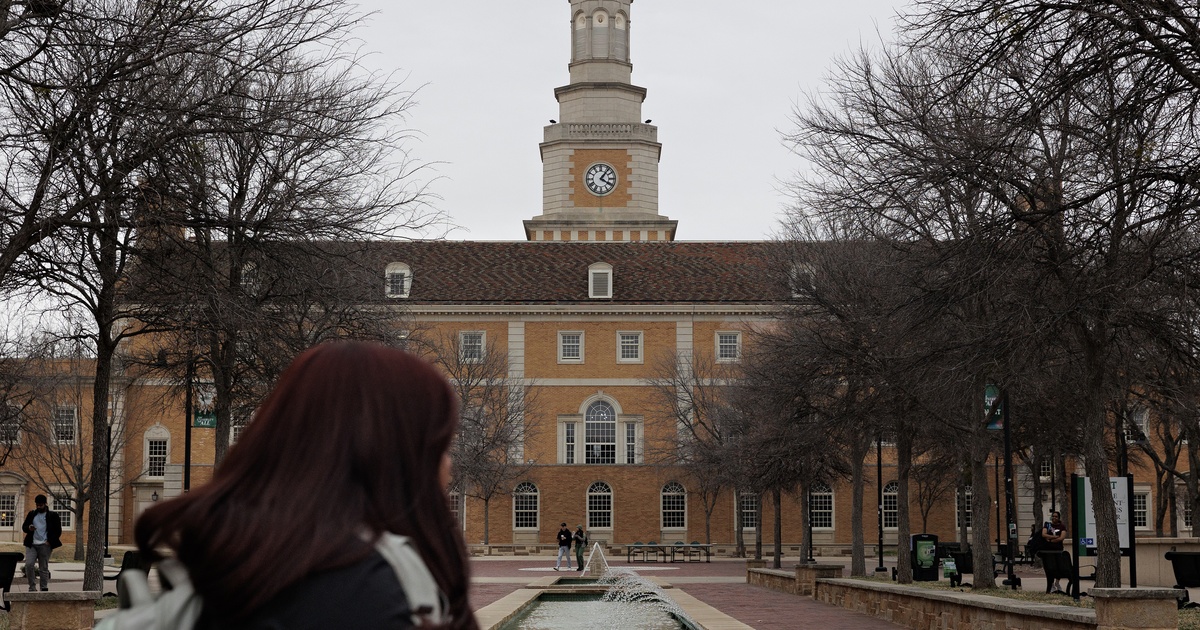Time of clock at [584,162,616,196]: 4:06
